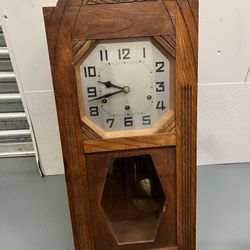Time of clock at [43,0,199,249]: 9:42
